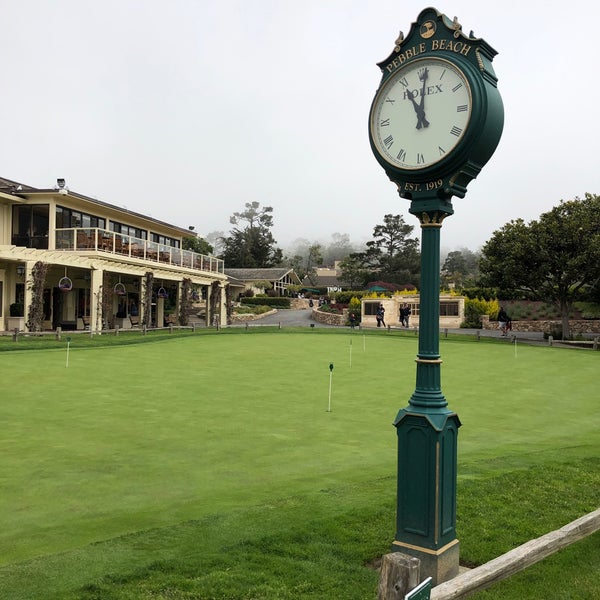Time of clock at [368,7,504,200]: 11:00
